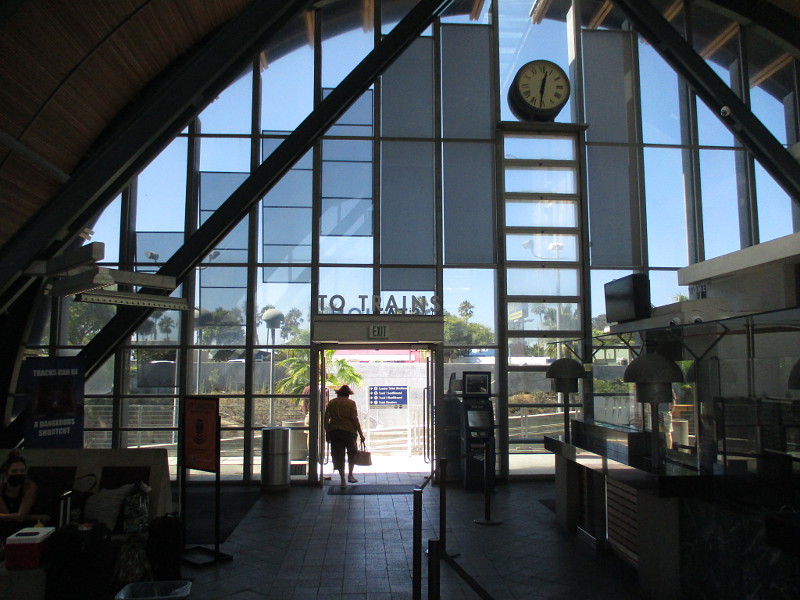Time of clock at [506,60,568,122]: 12:31
